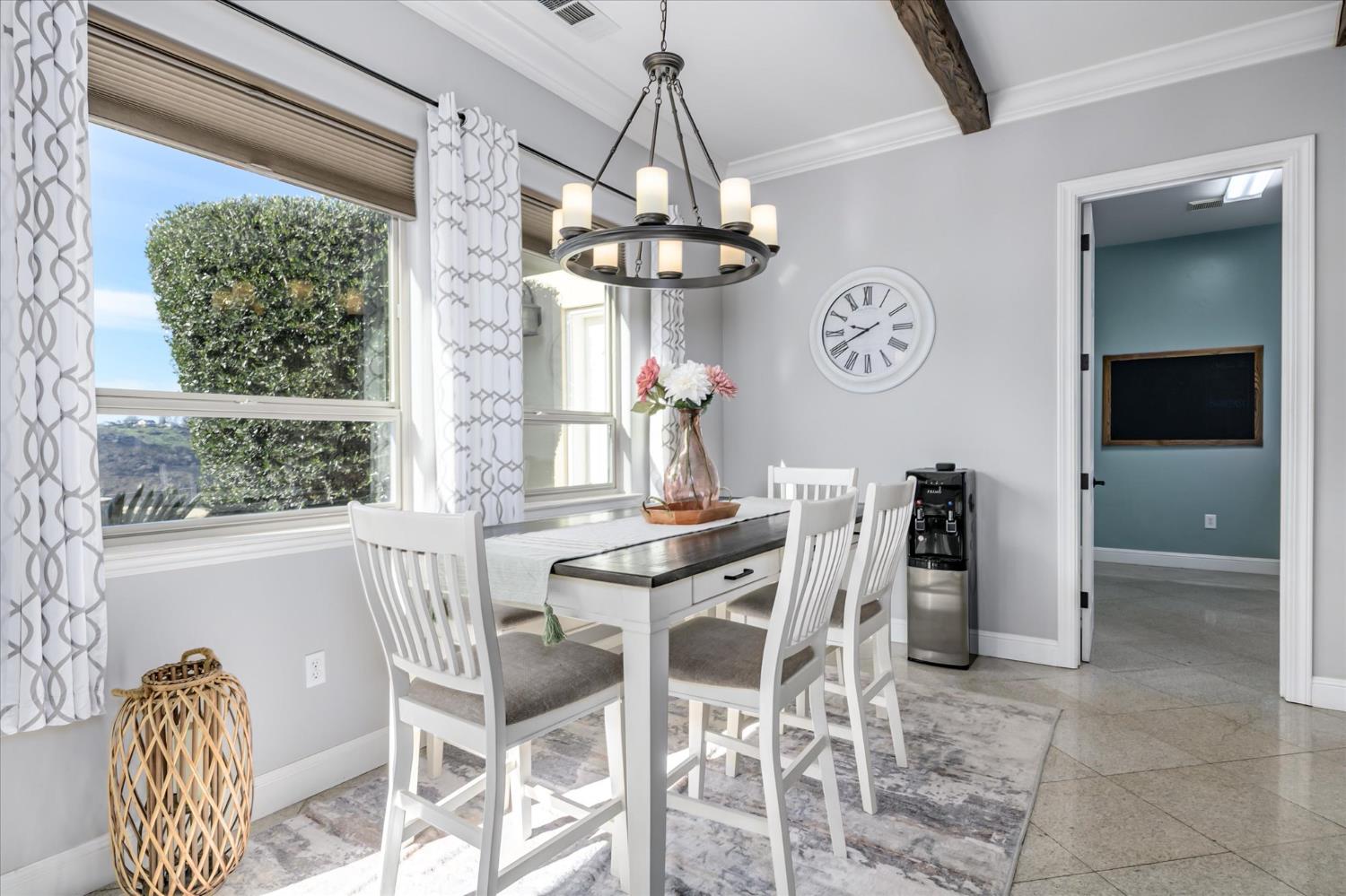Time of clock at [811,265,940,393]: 9:41
